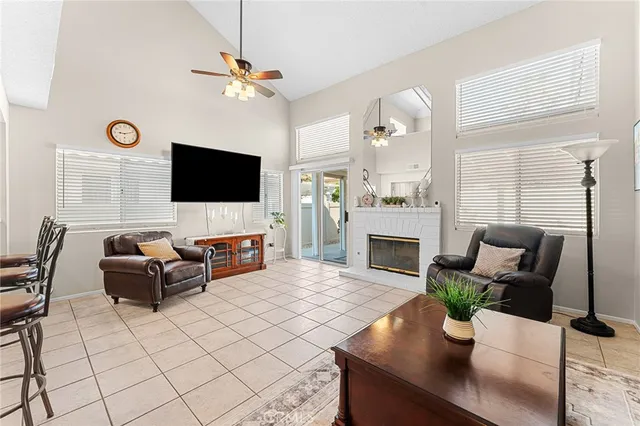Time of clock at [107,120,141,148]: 9:11
